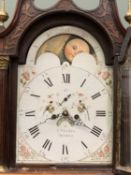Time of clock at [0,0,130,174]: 8:20
